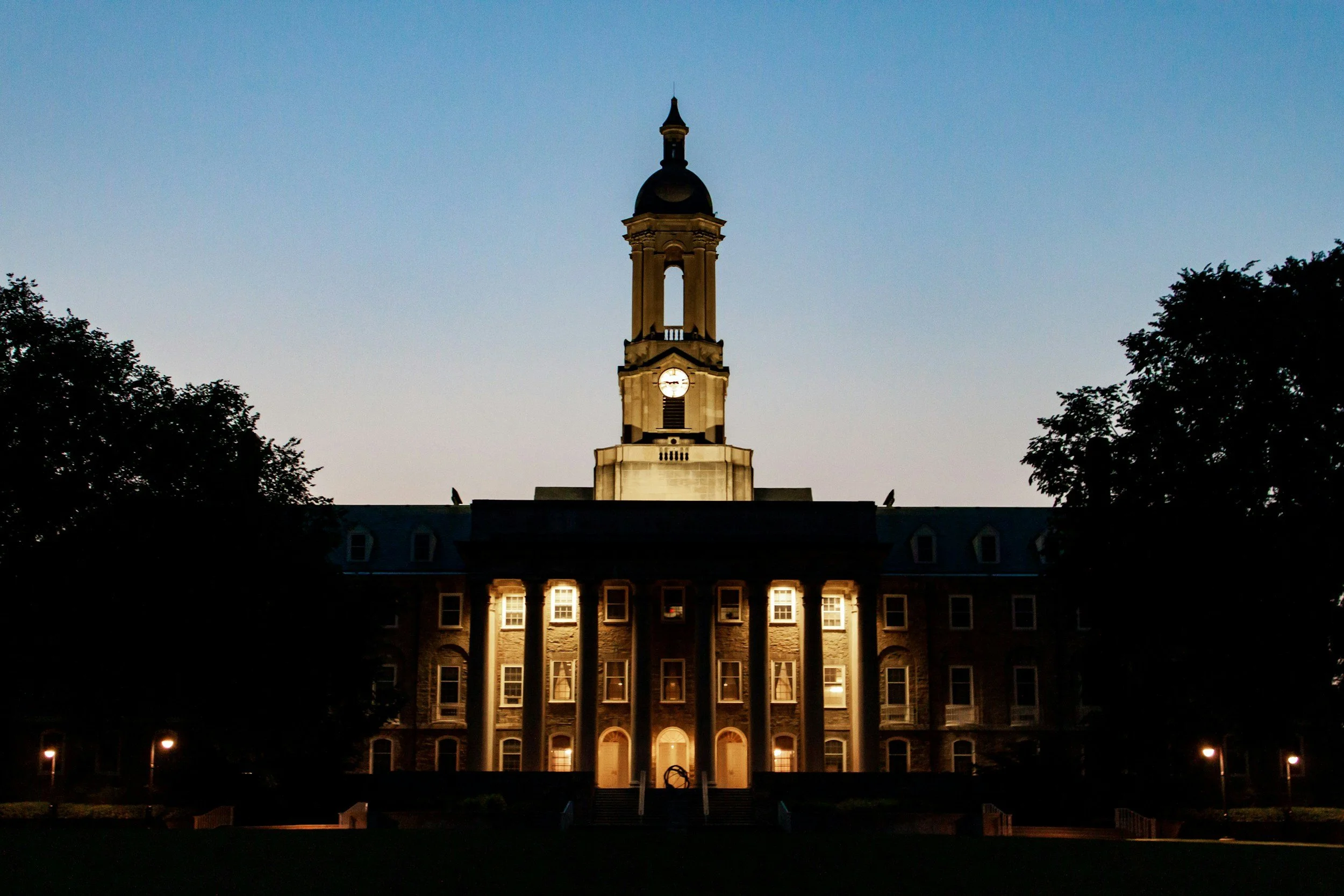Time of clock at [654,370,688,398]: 8:45
